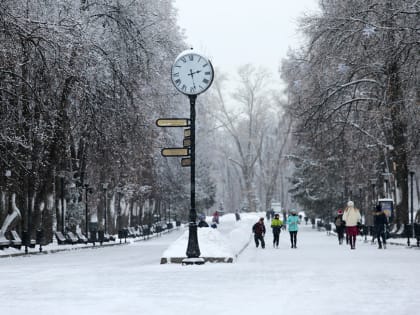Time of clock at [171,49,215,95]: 2:28
